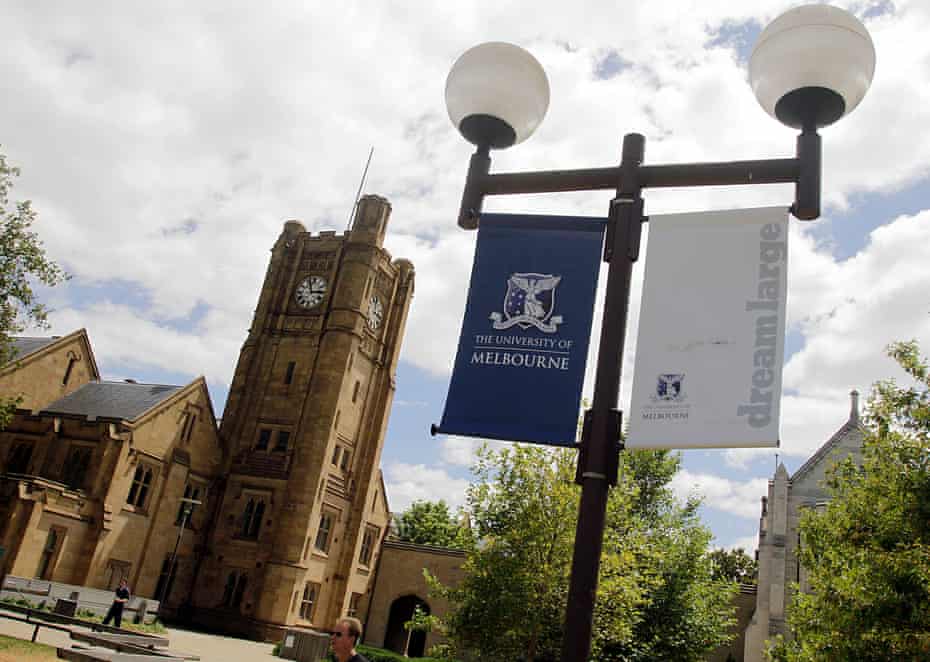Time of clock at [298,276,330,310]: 2:56
